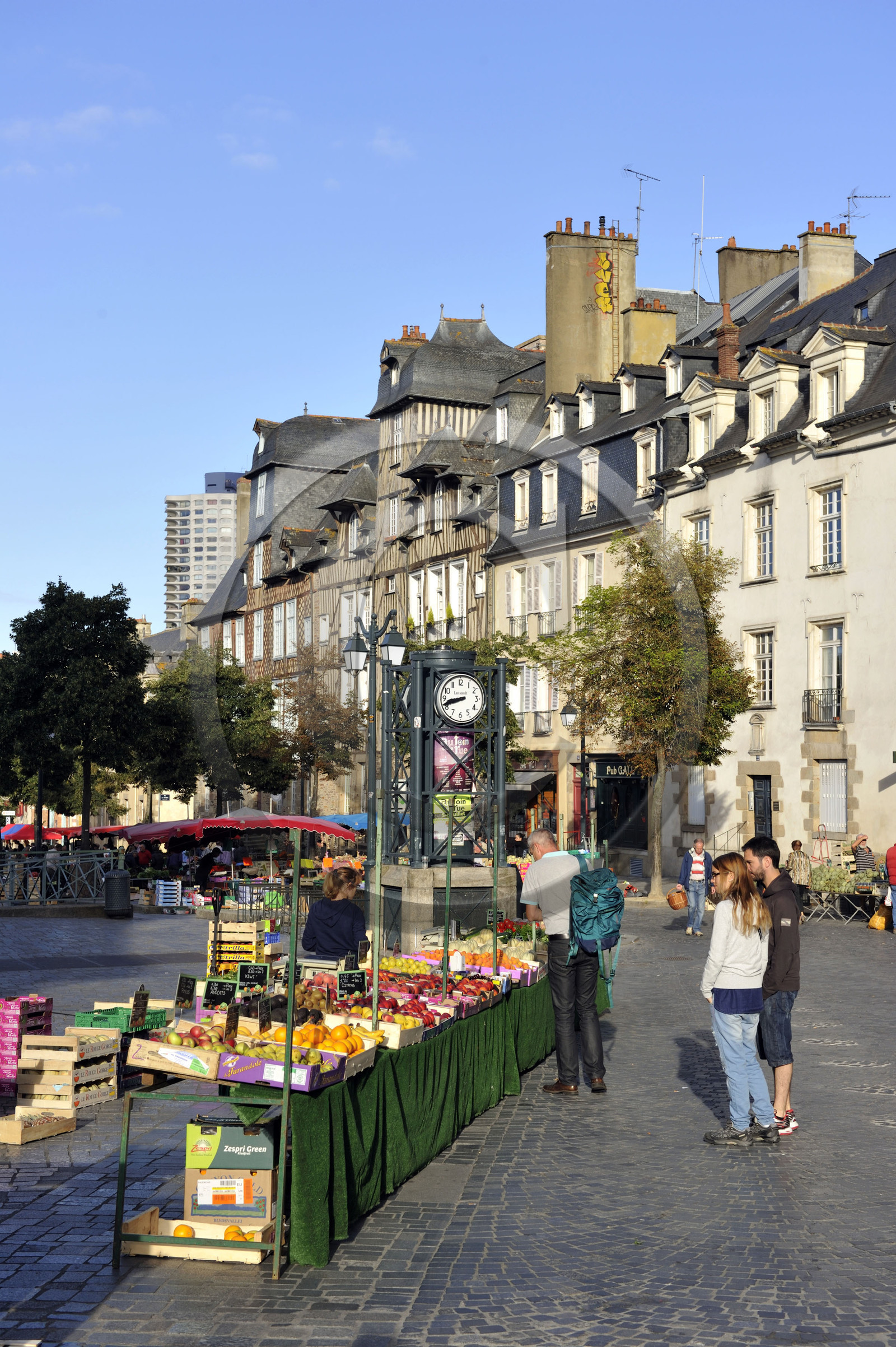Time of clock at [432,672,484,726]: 8:41
